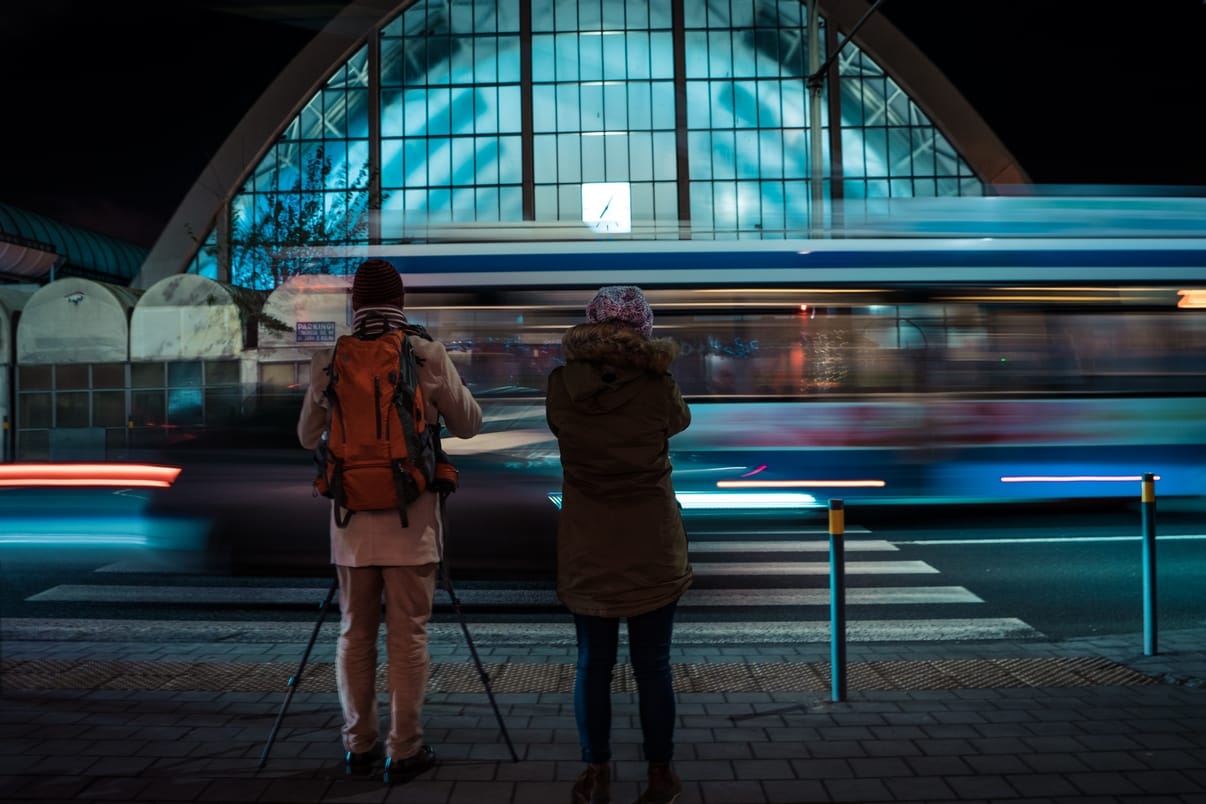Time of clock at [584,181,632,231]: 7:04
